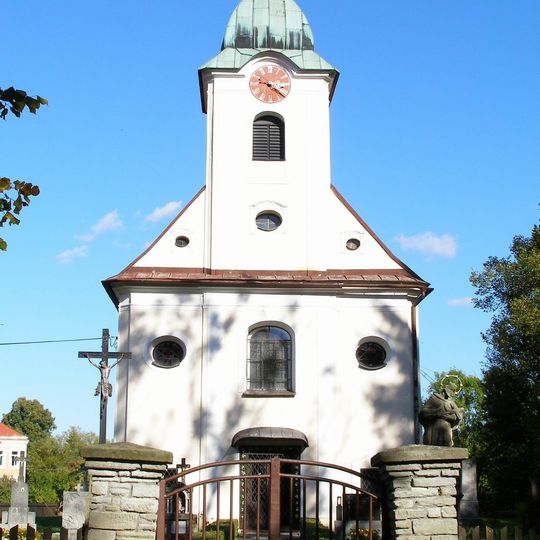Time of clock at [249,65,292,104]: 9:20
